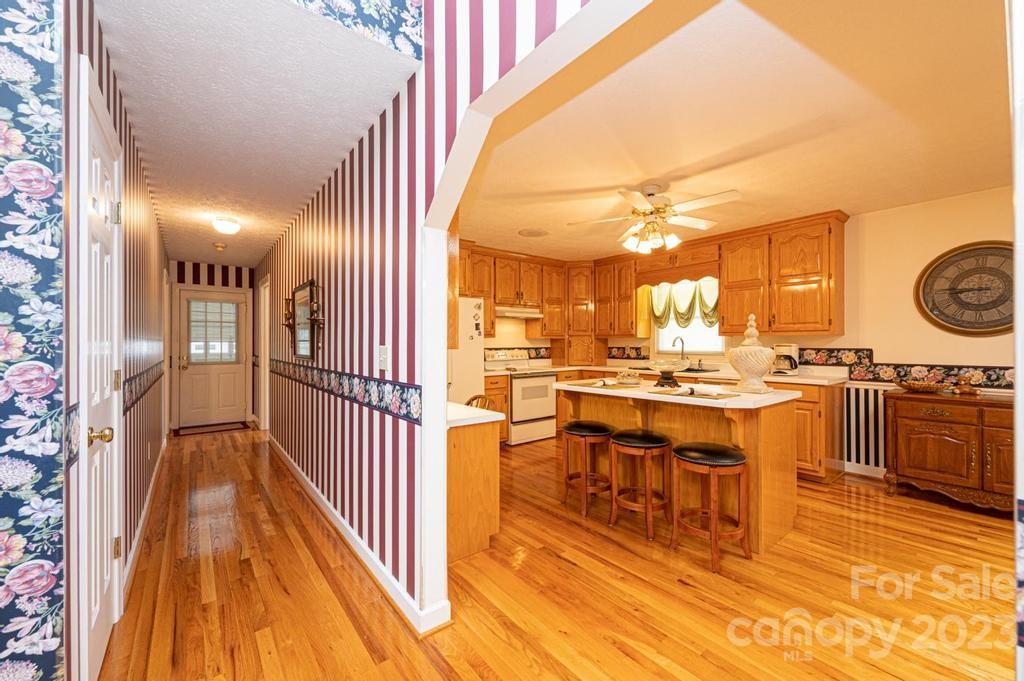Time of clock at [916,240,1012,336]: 8:45
